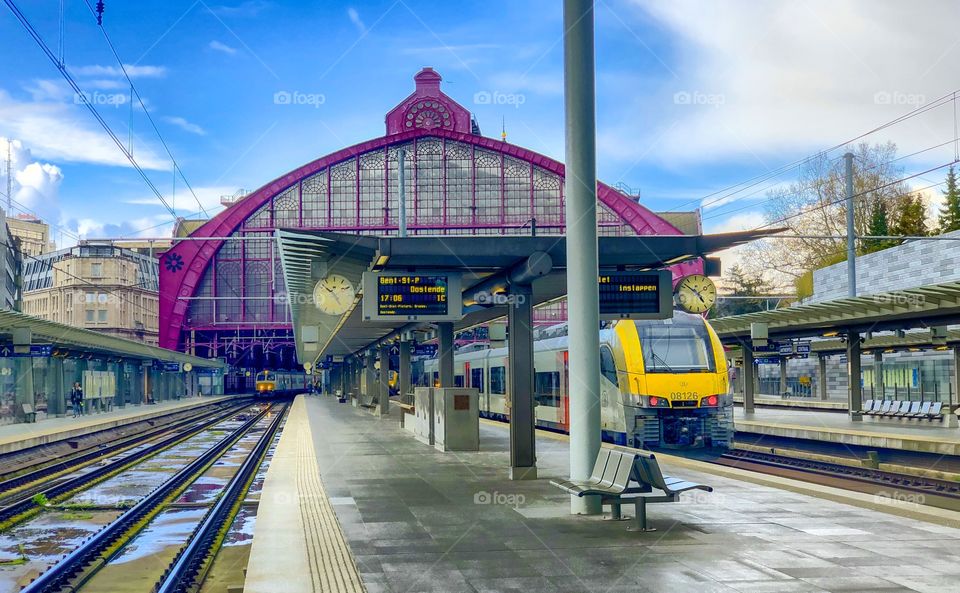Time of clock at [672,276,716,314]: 4:52
